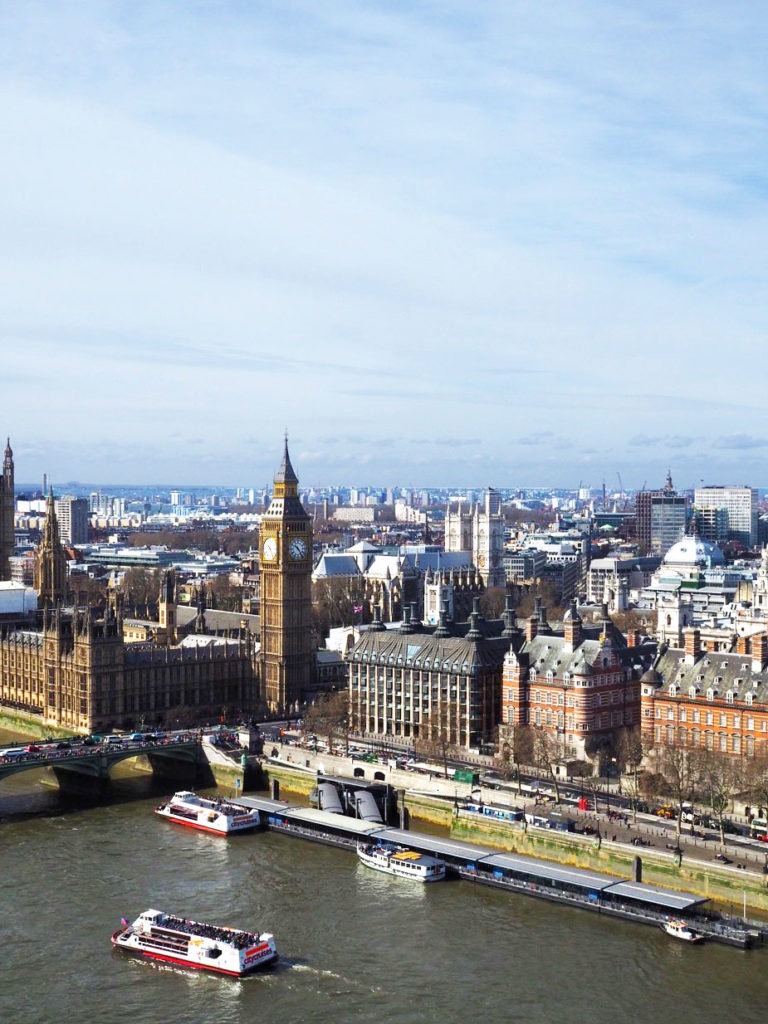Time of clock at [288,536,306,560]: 10:24
